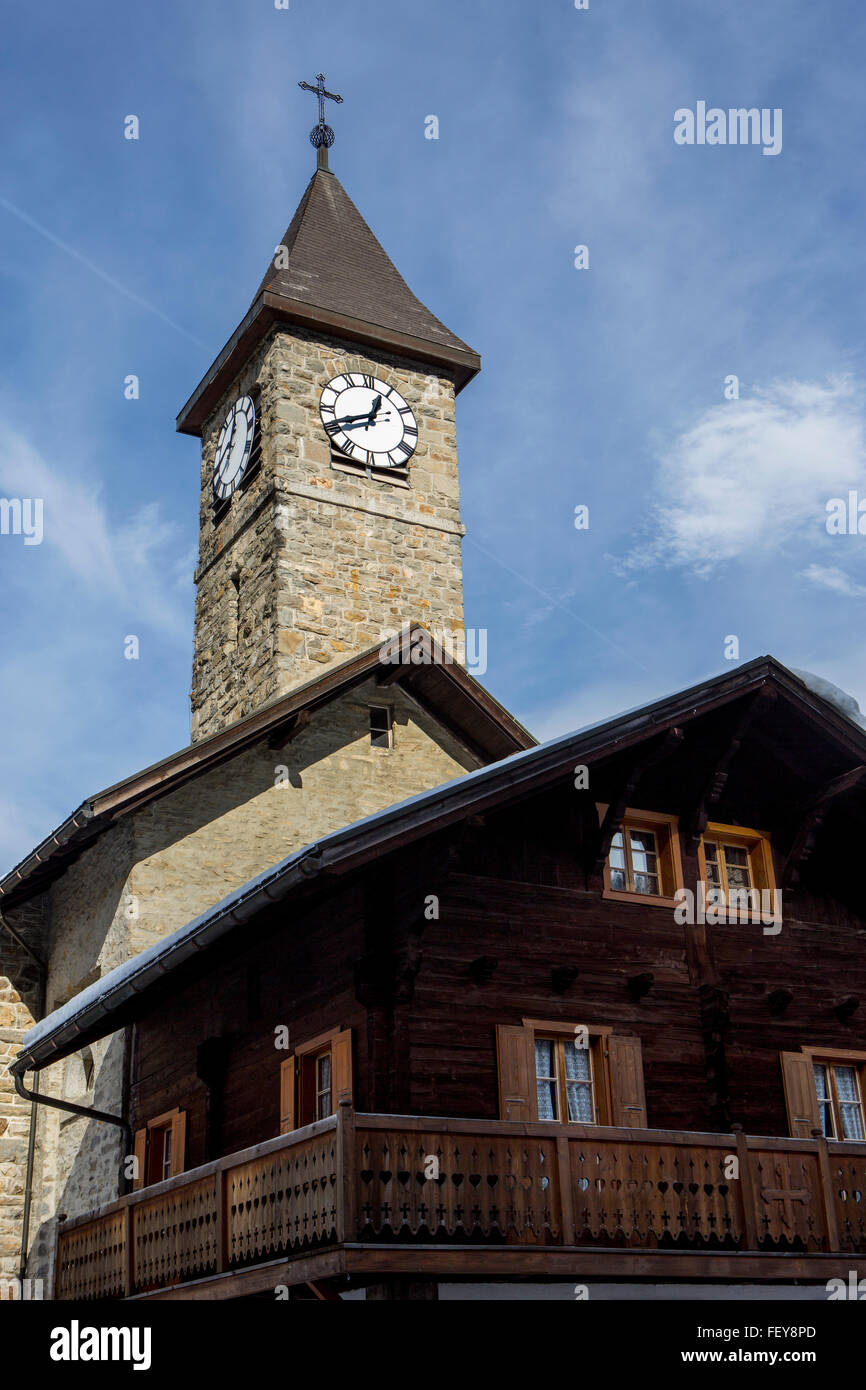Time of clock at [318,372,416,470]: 12:40
